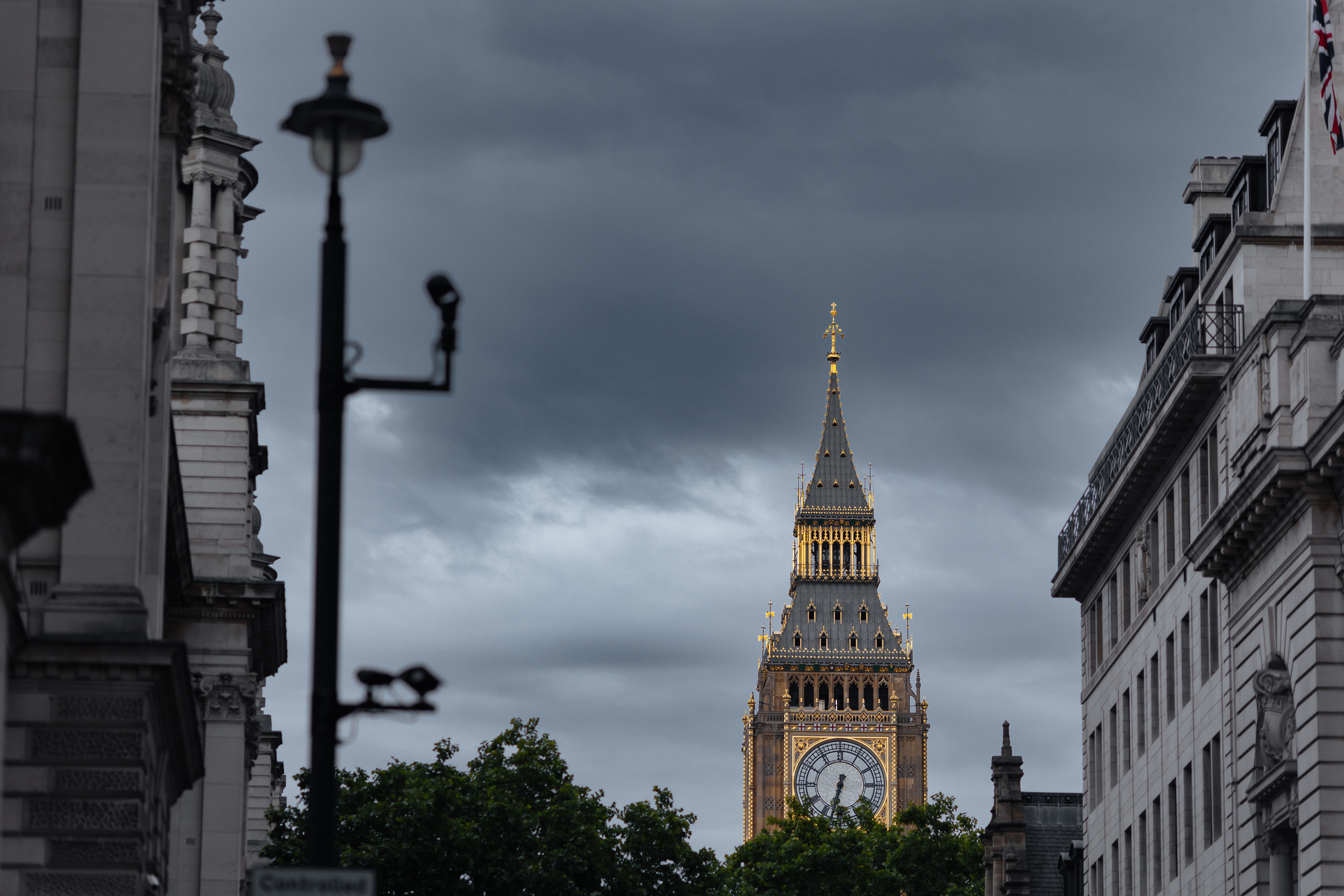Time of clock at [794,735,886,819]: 6:32
